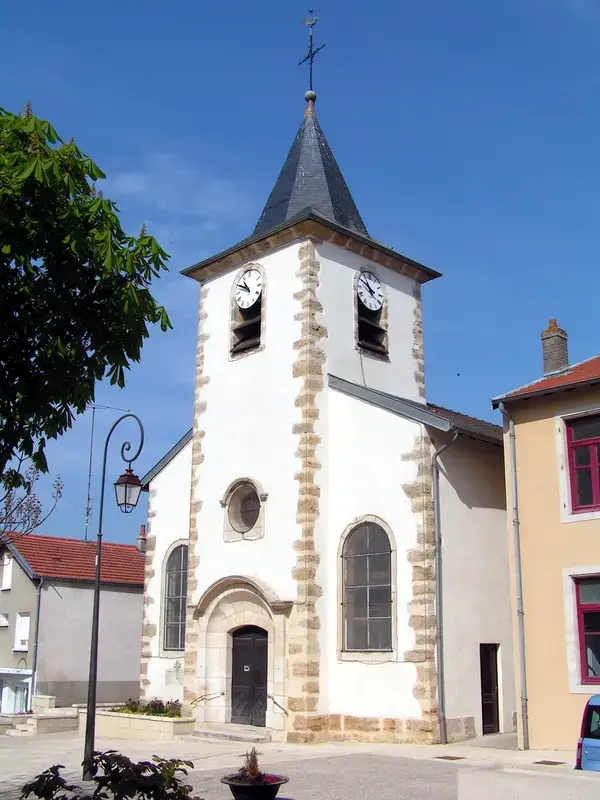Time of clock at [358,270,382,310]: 10:50
